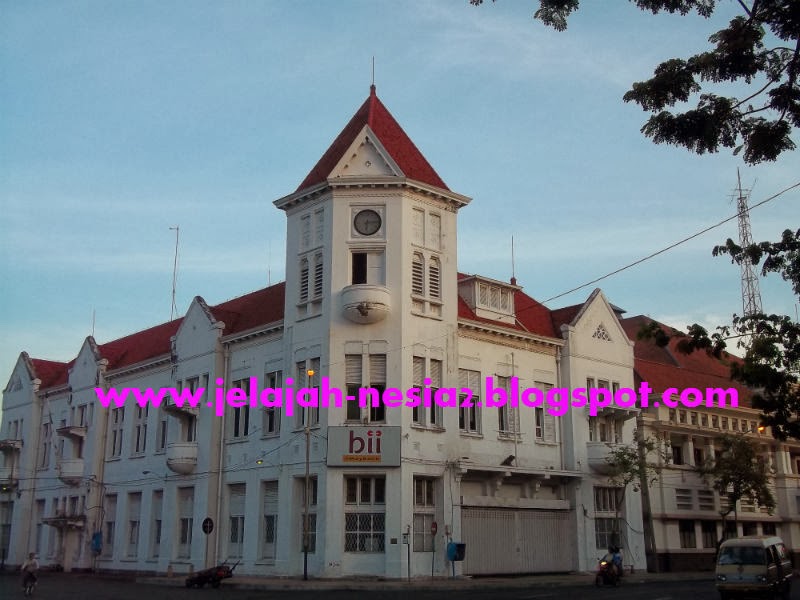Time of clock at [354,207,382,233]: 6:14
